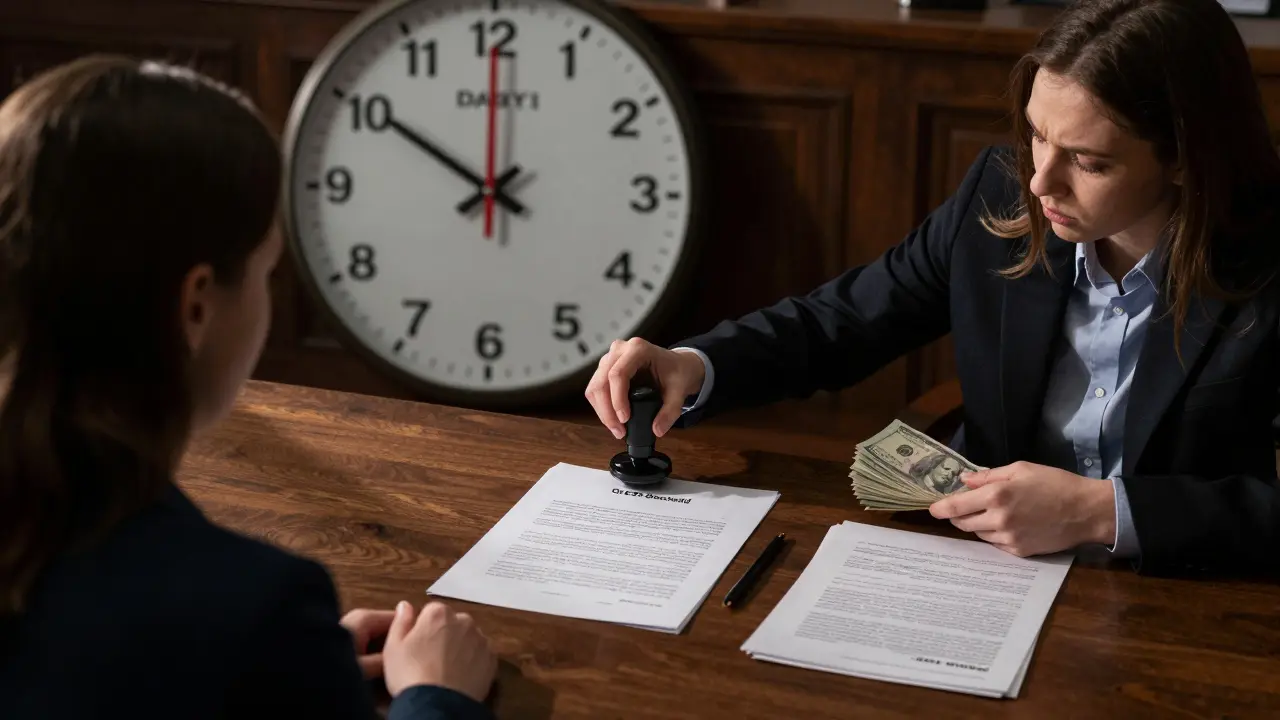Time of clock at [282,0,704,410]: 10:00
